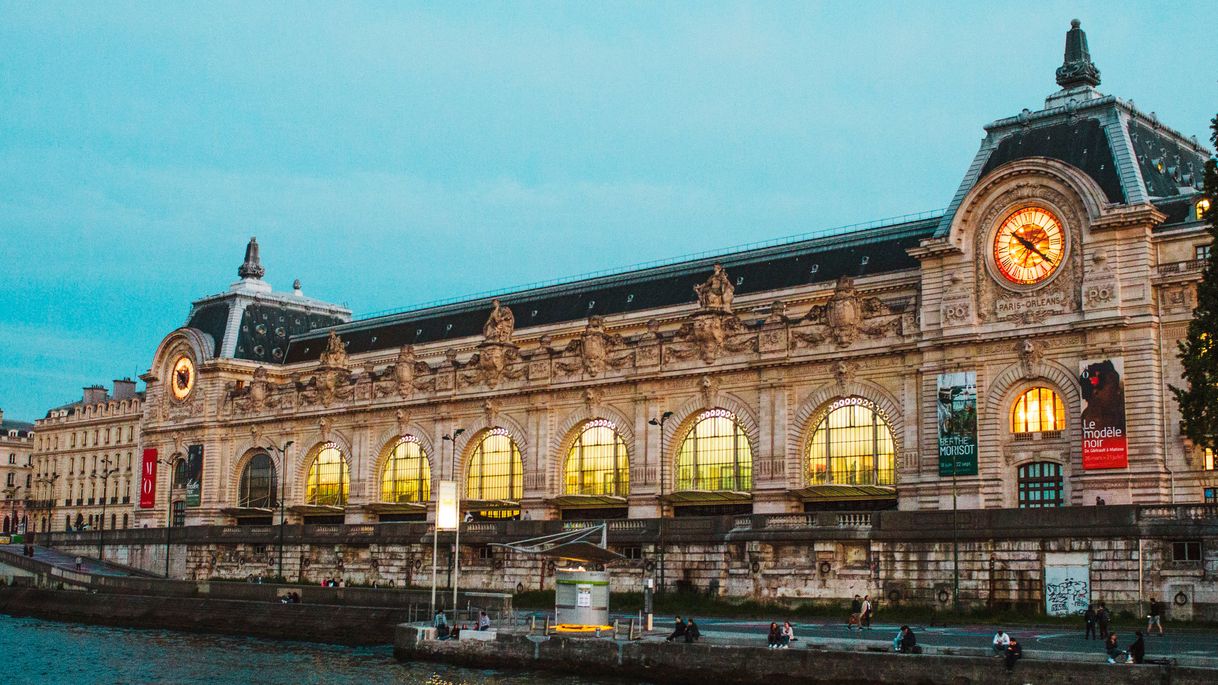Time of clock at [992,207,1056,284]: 10:20
